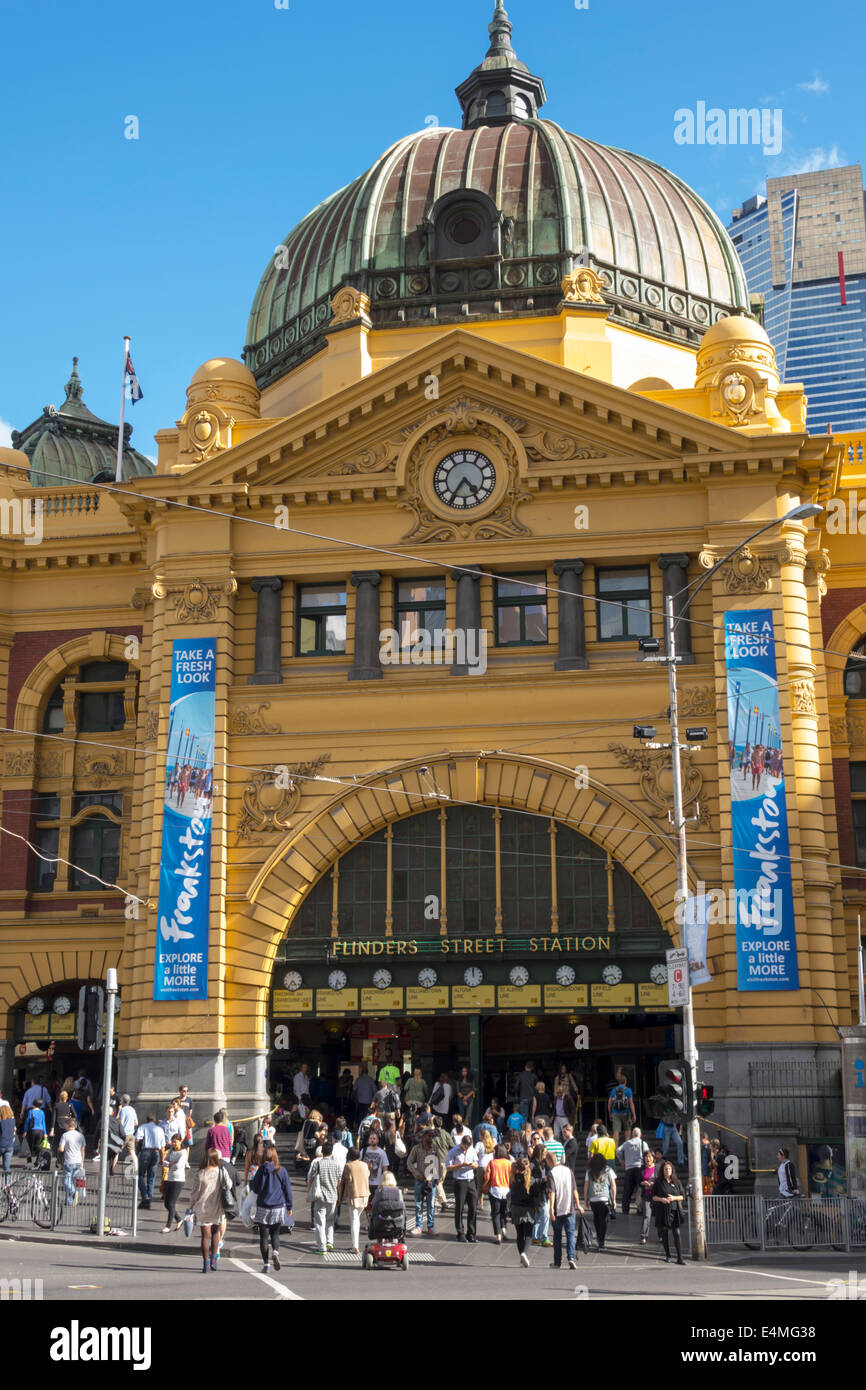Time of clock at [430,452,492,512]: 4:35
